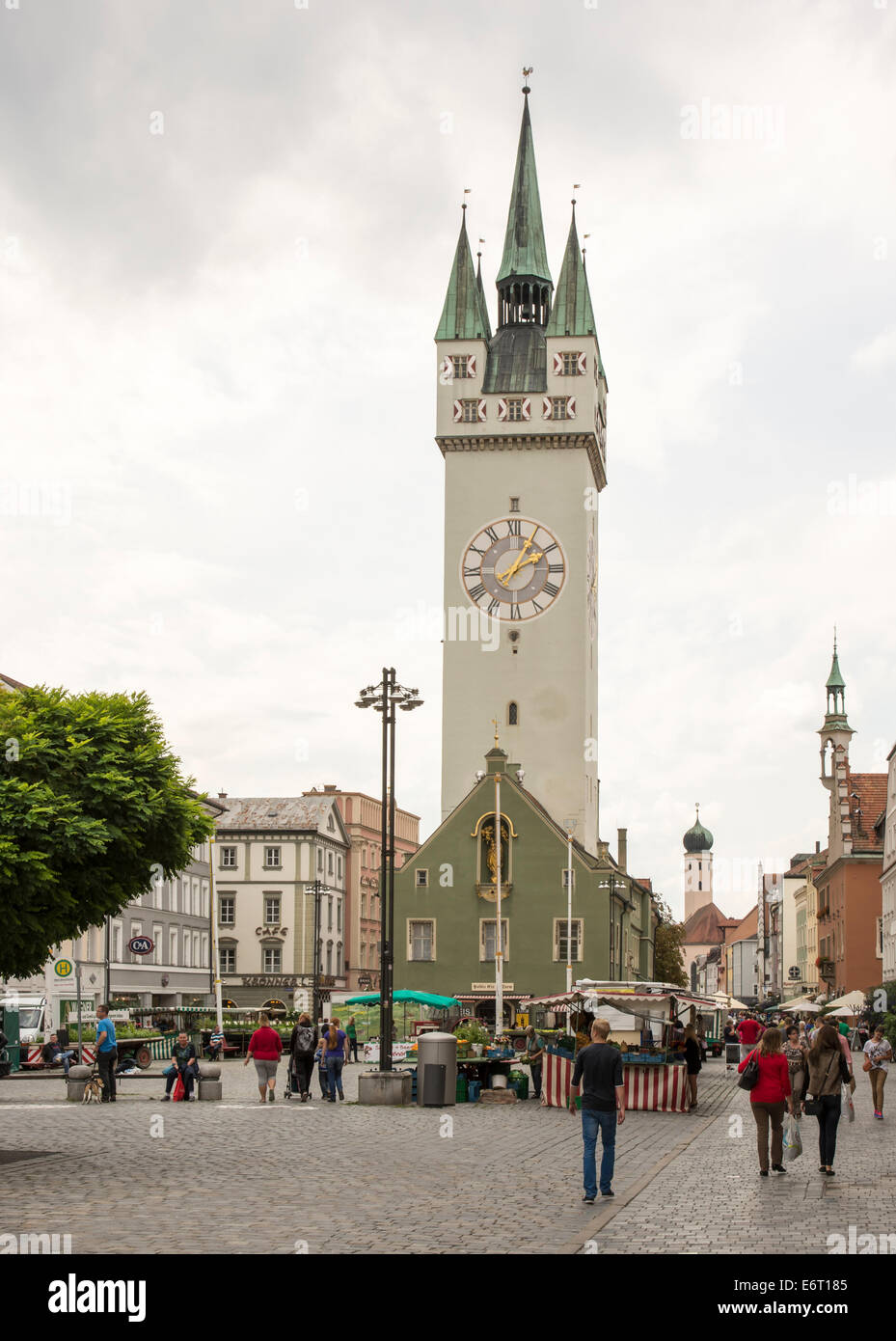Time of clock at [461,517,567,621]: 2:05
